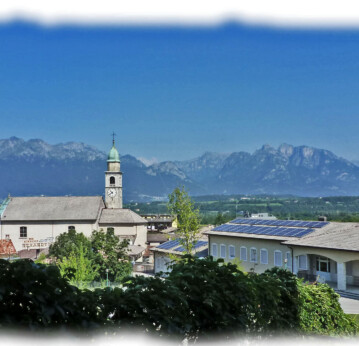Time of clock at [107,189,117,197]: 10:39
